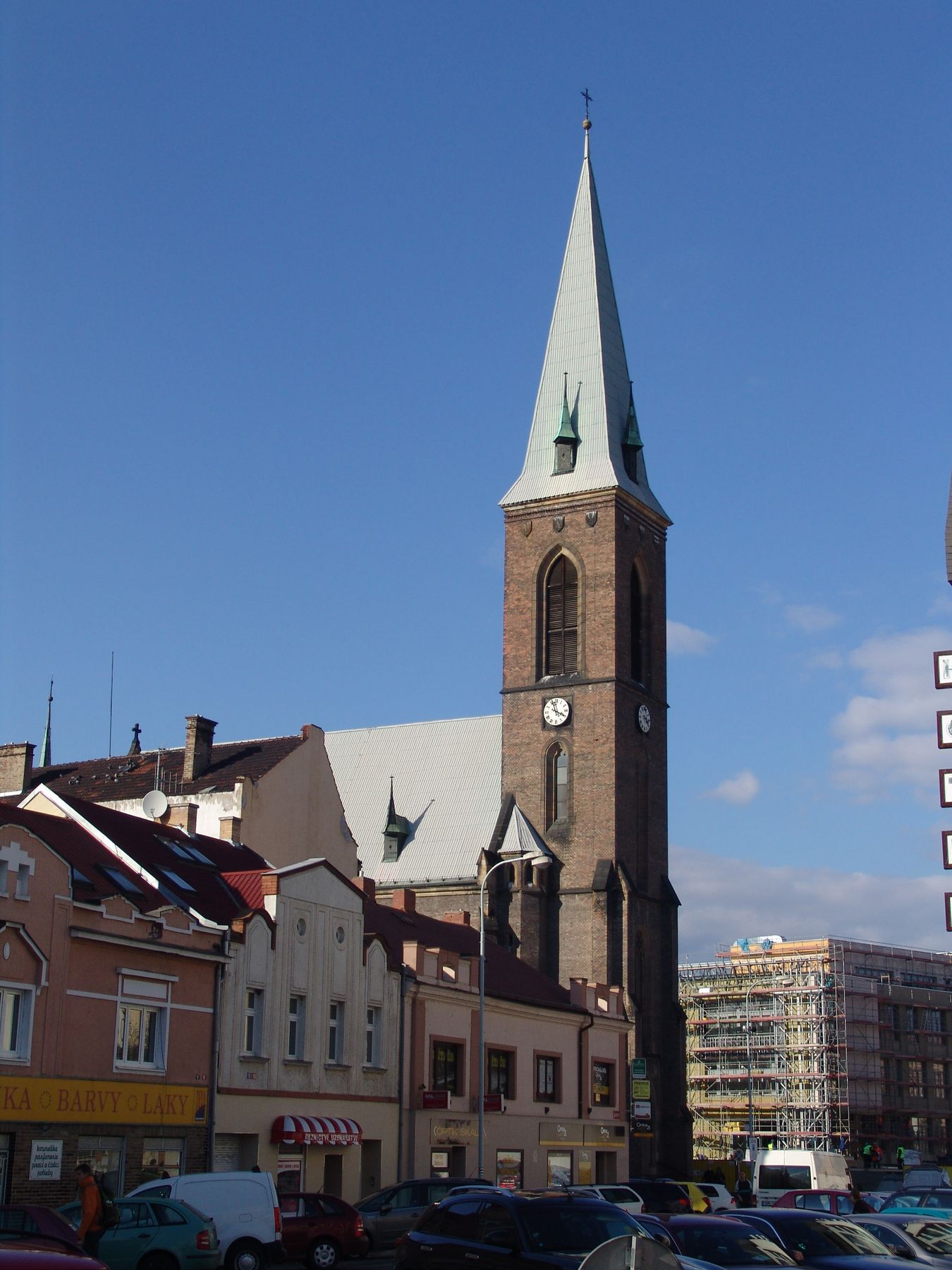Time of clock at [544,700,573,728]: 3:57
